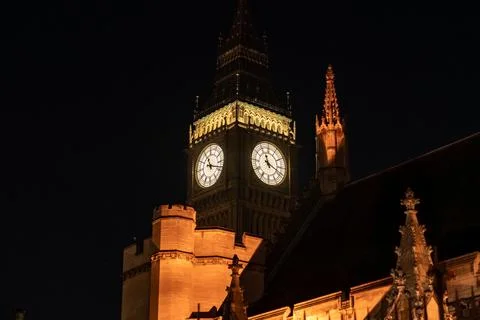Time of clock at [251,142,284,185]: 11:18
